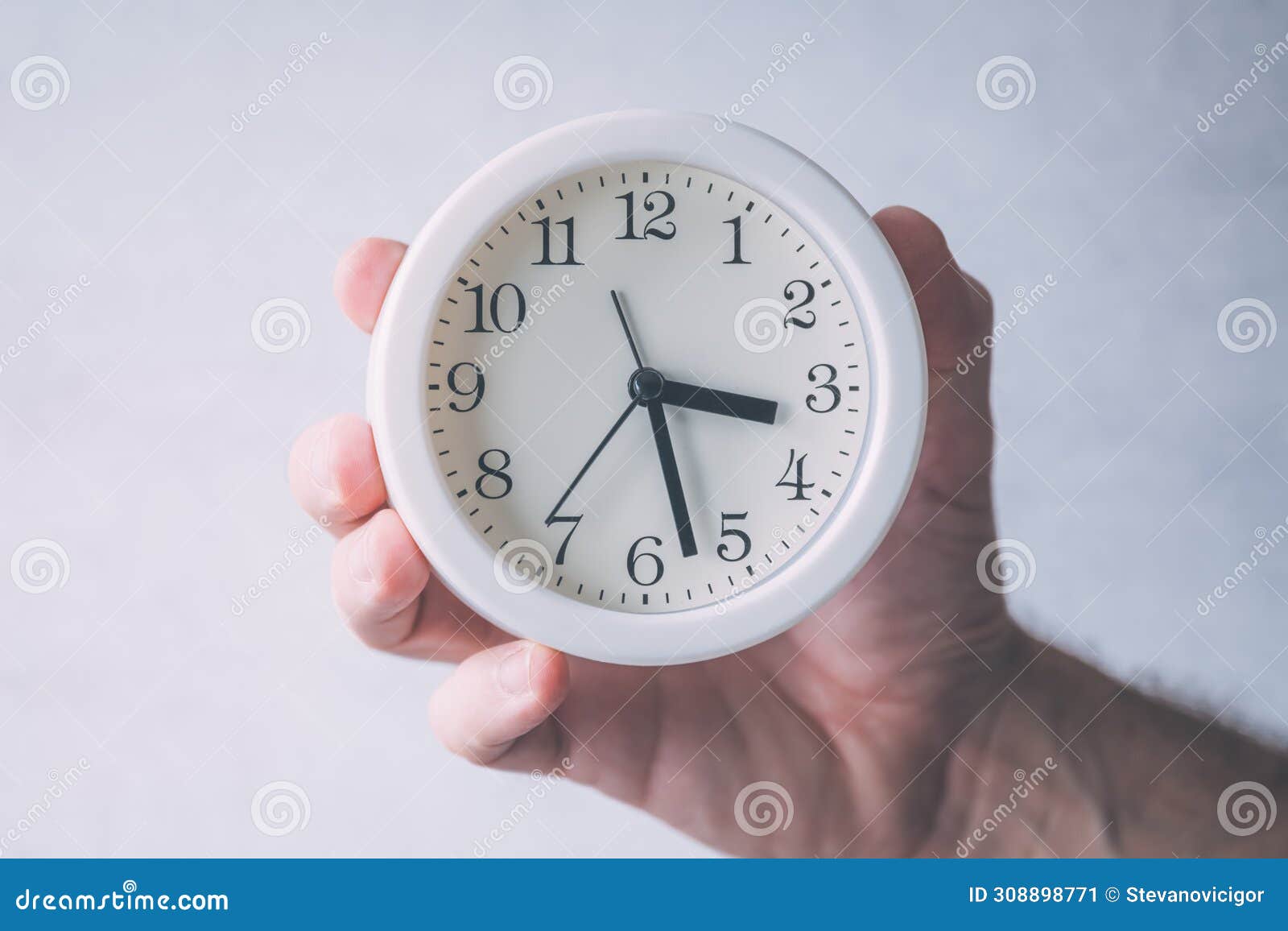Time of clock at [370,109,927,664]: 3:27
